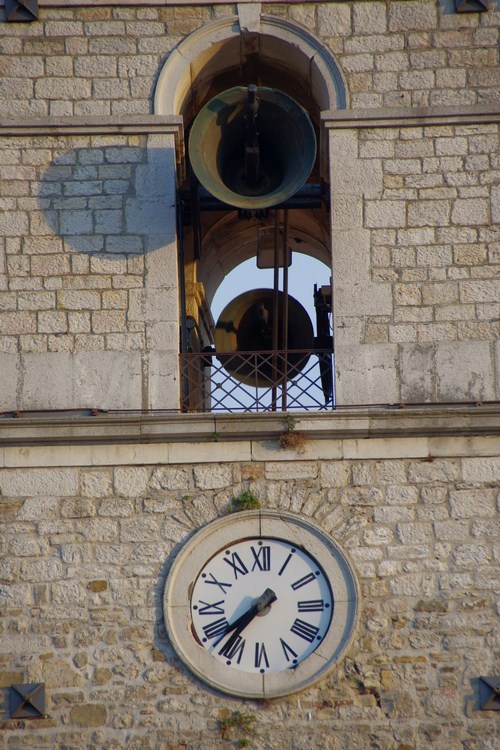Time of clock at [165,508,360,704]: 7:36
